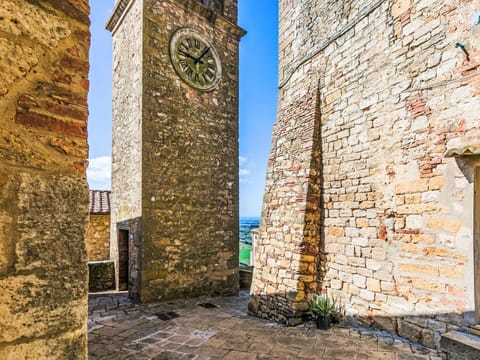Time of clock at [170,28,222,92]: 9:07
